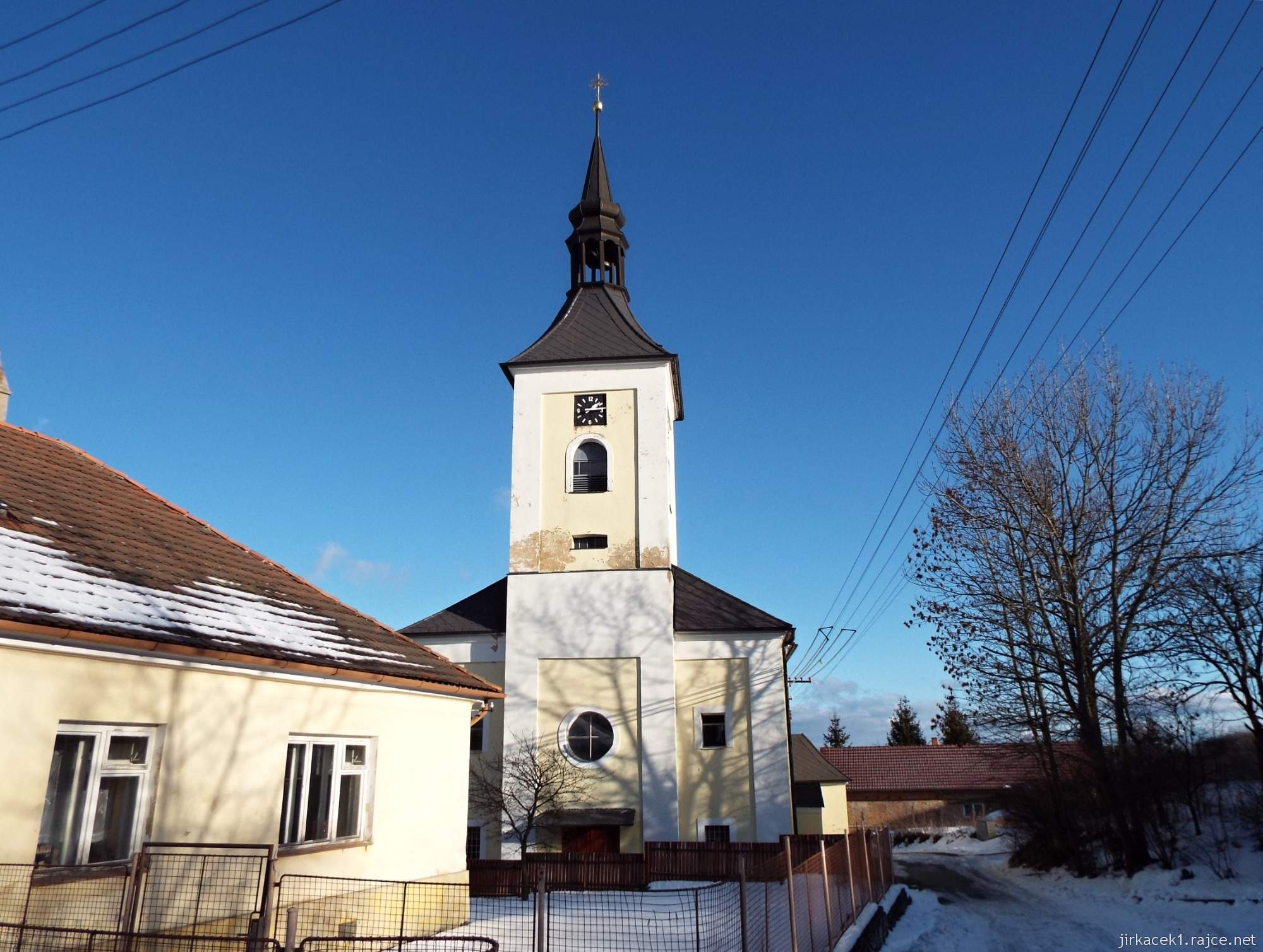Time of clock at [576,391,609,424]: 1:14
